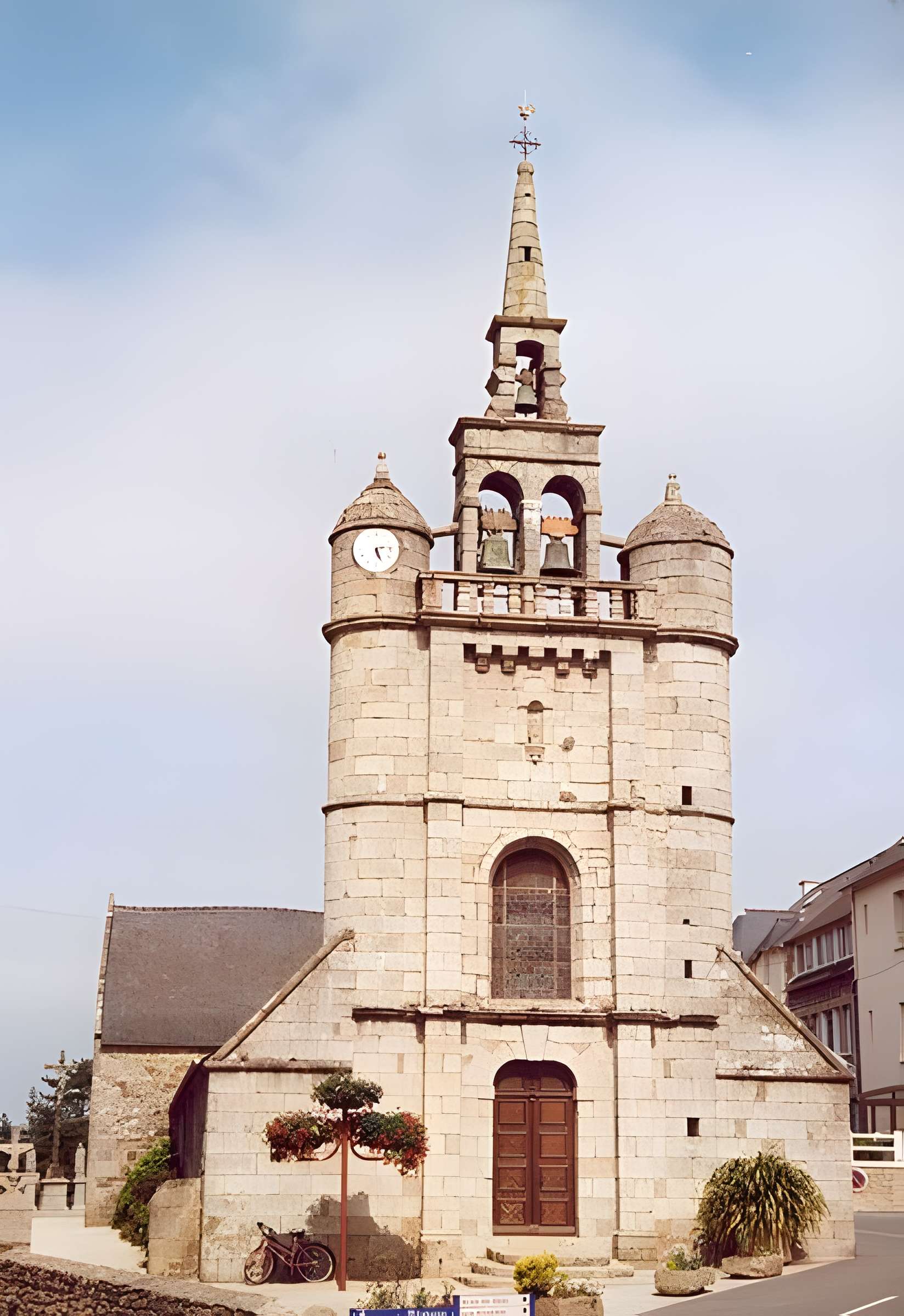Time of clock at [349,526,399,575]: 5:13
